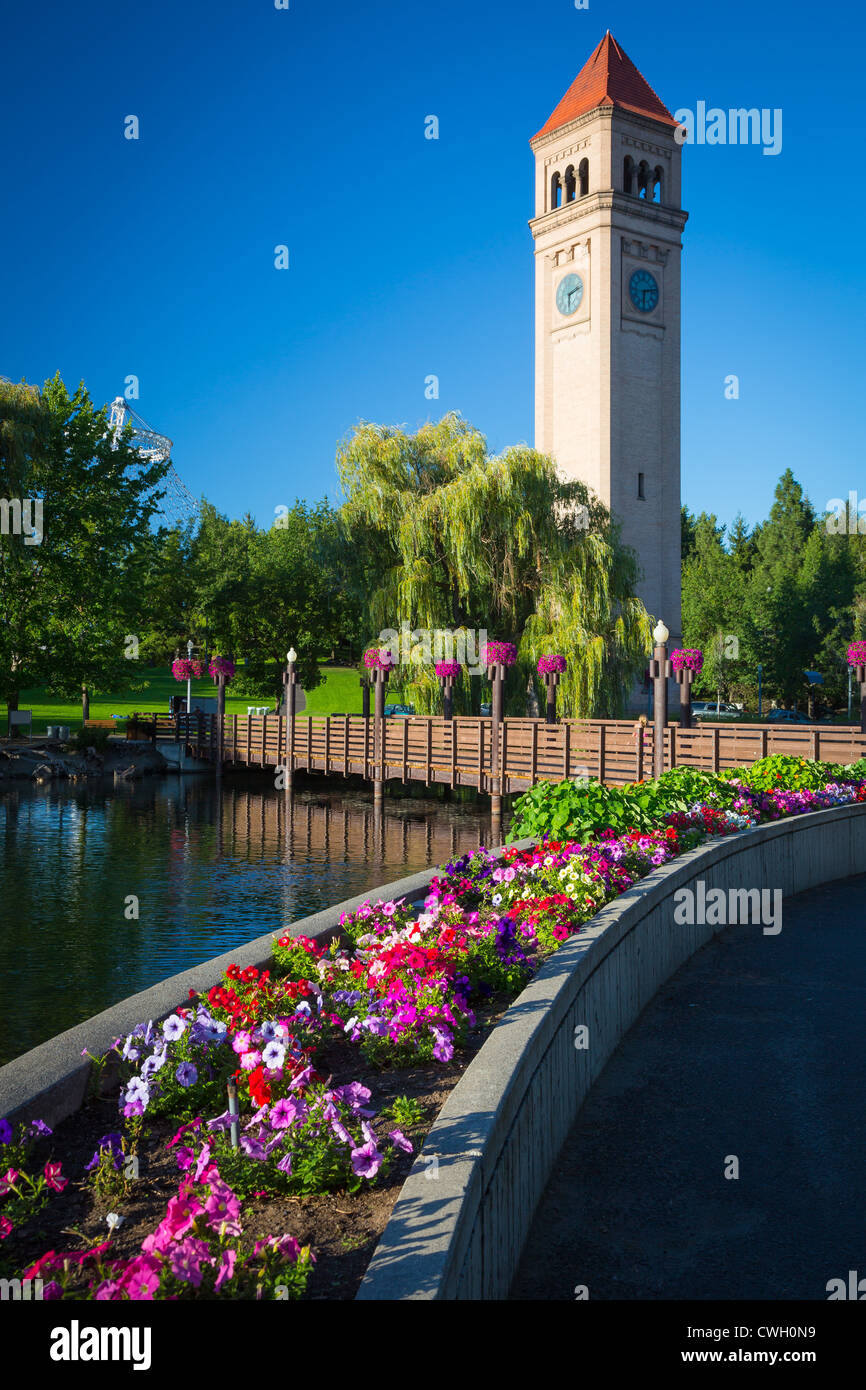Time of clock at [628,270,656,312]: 6:13
